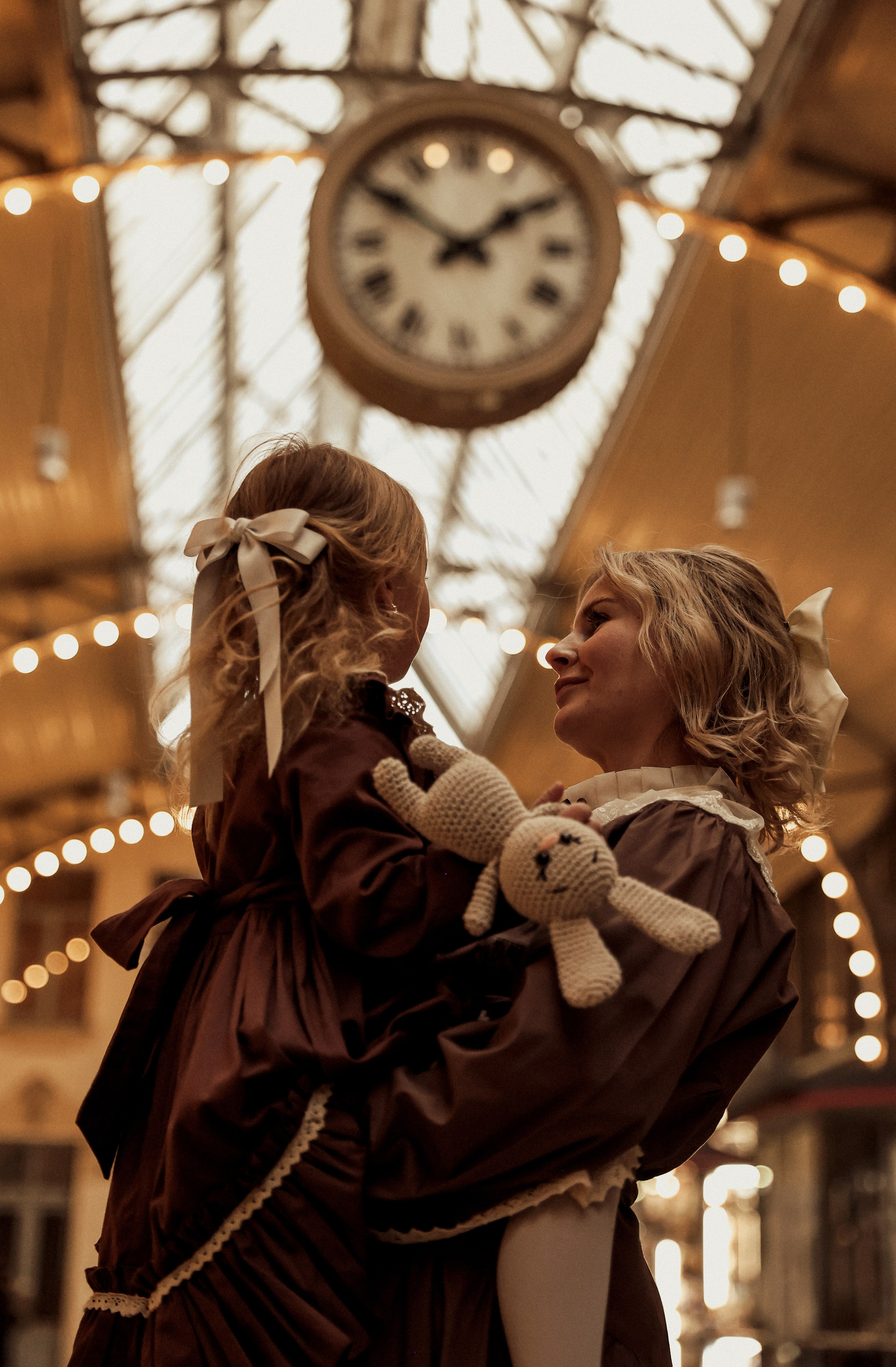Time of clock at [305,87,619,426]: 1:50
